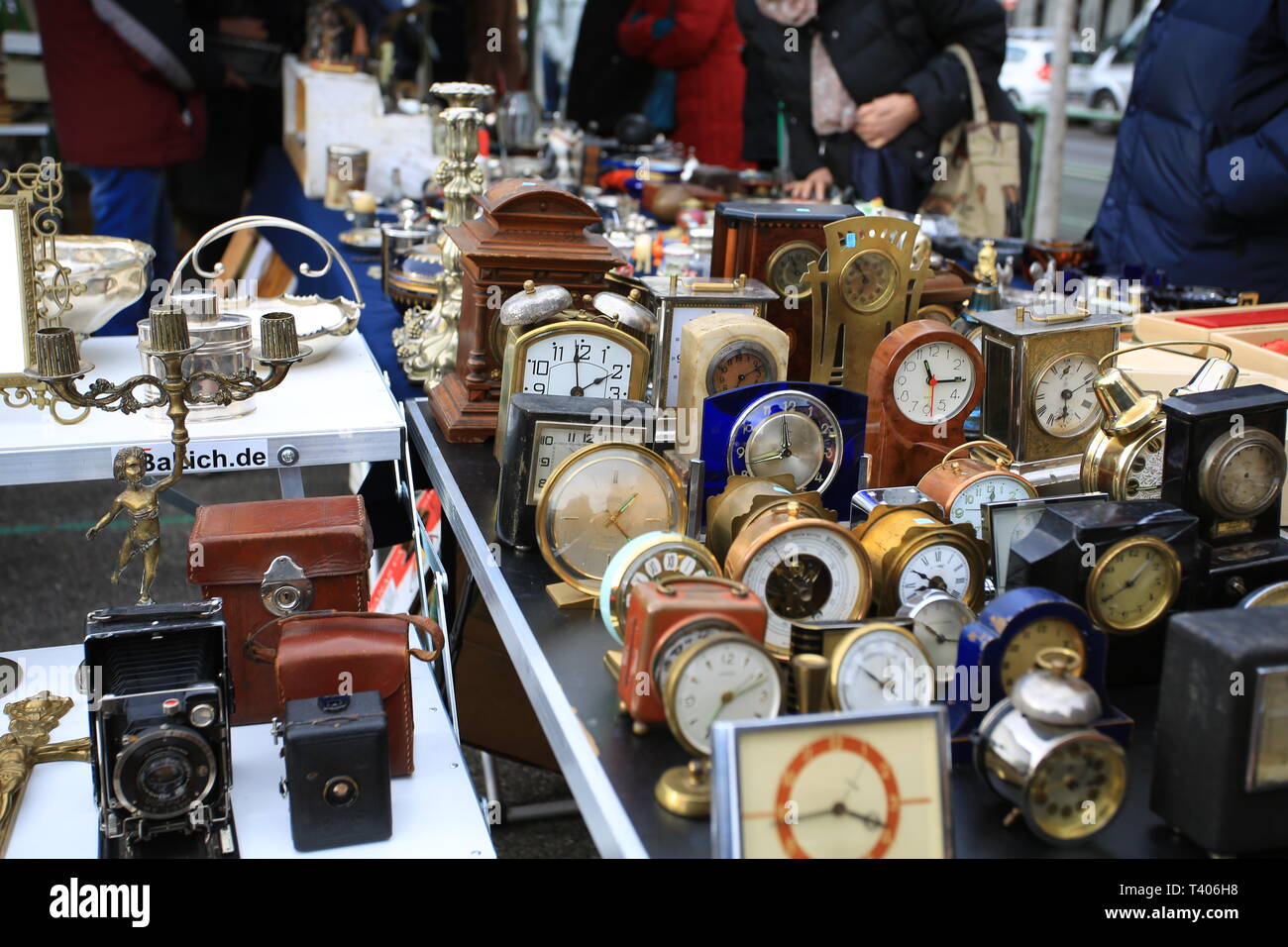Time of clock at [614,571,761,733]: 7:11
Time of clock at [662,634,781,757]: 7:11
